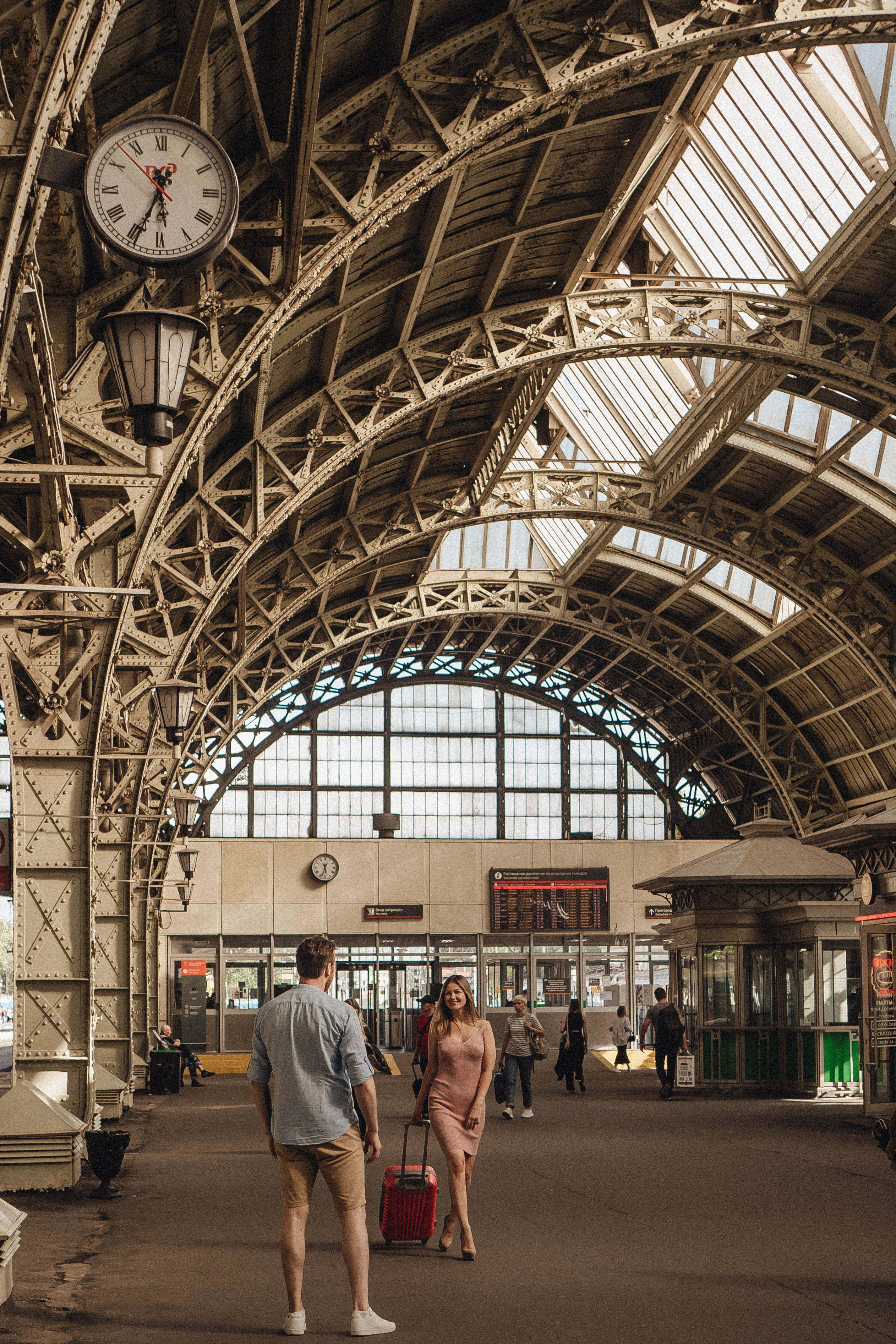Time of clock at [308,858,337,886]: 5:32
